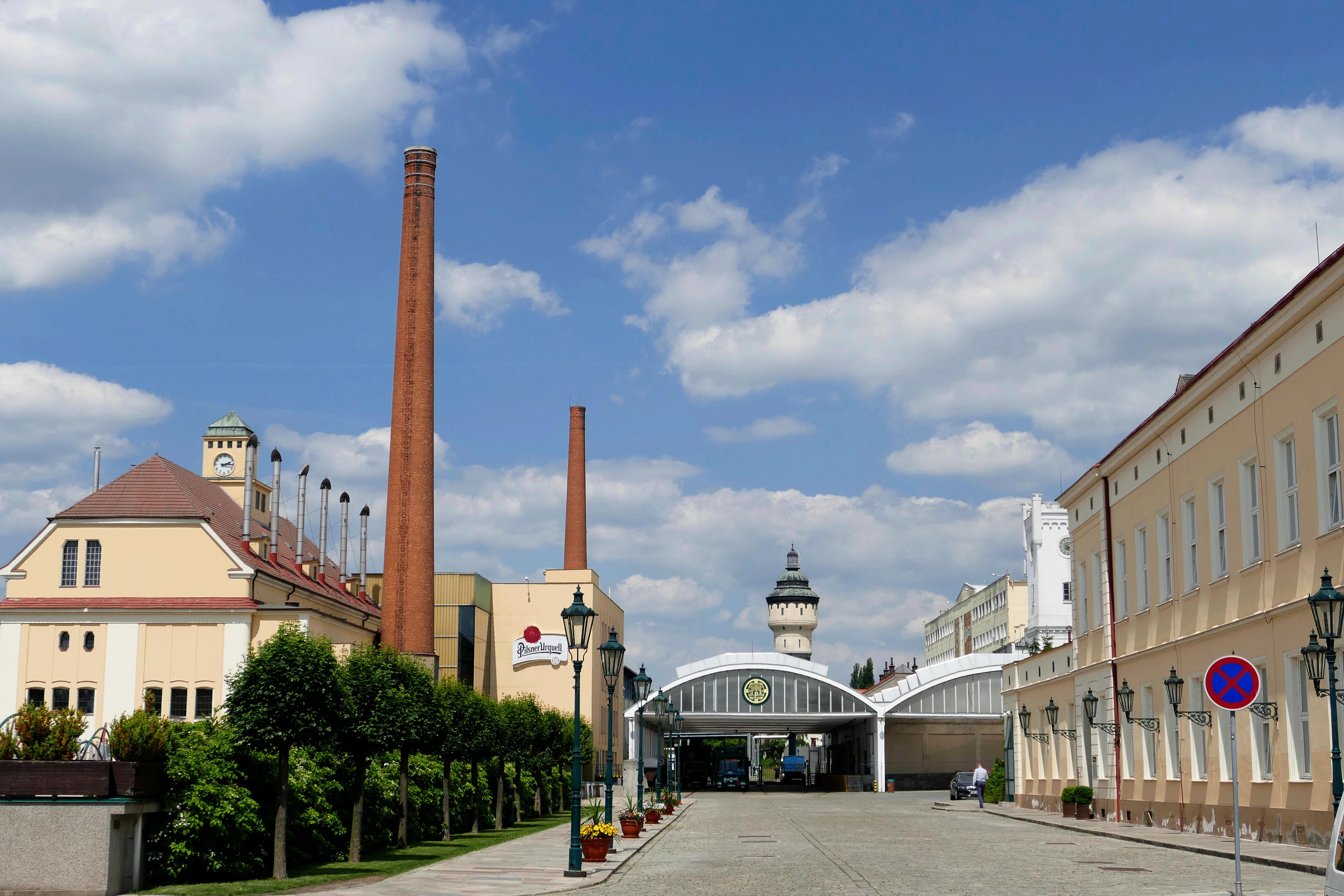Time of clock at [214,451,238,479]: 2:15
